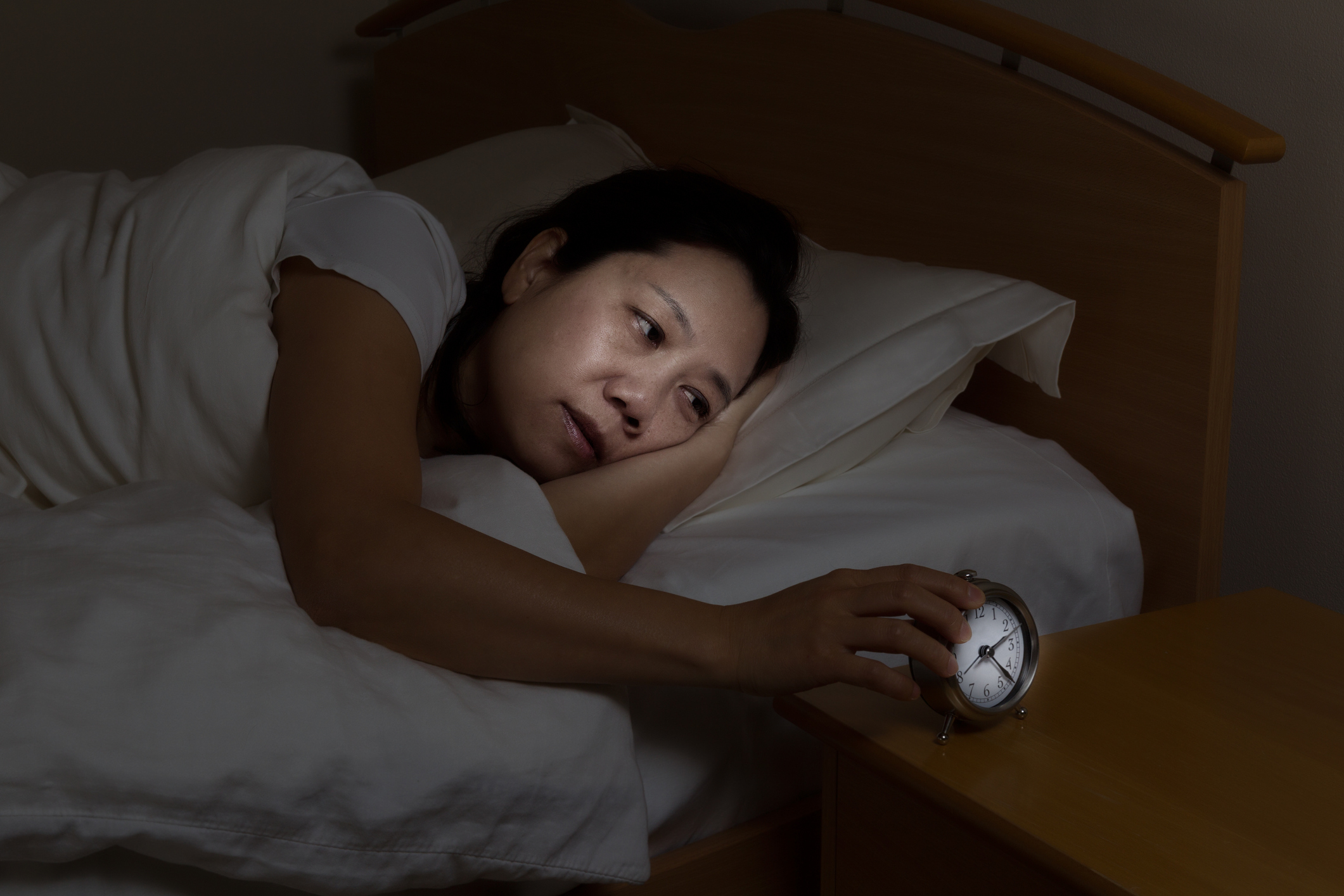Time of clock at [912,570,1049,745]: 2:22
